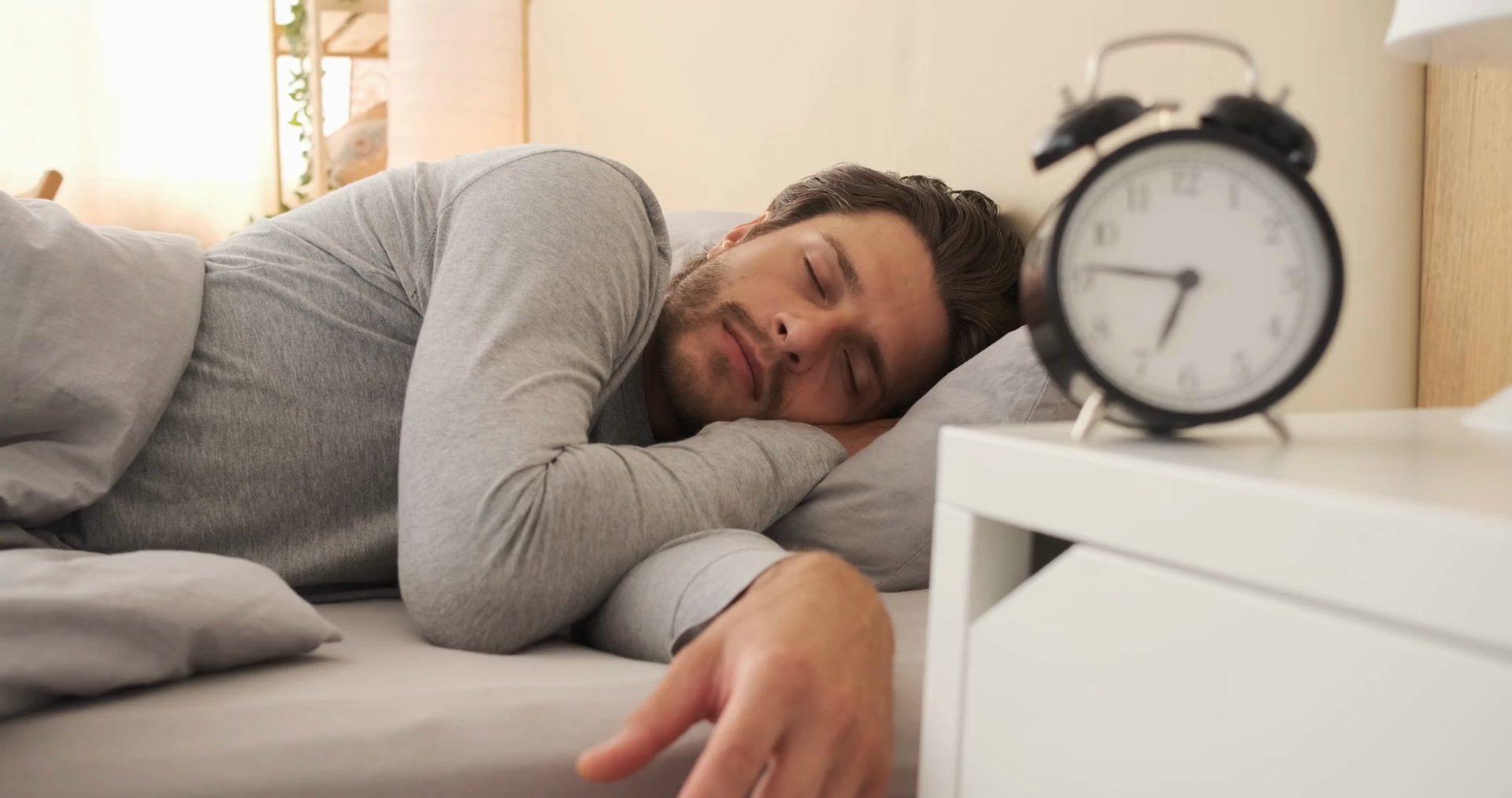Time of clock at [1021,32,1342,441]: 6:46
